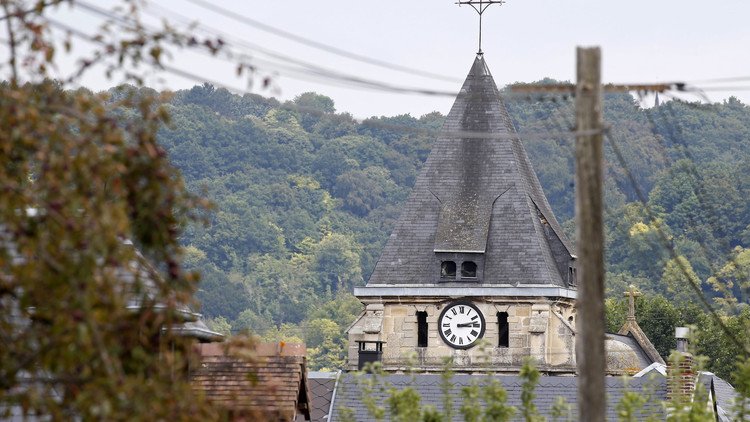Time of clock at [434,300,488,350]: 3:12
